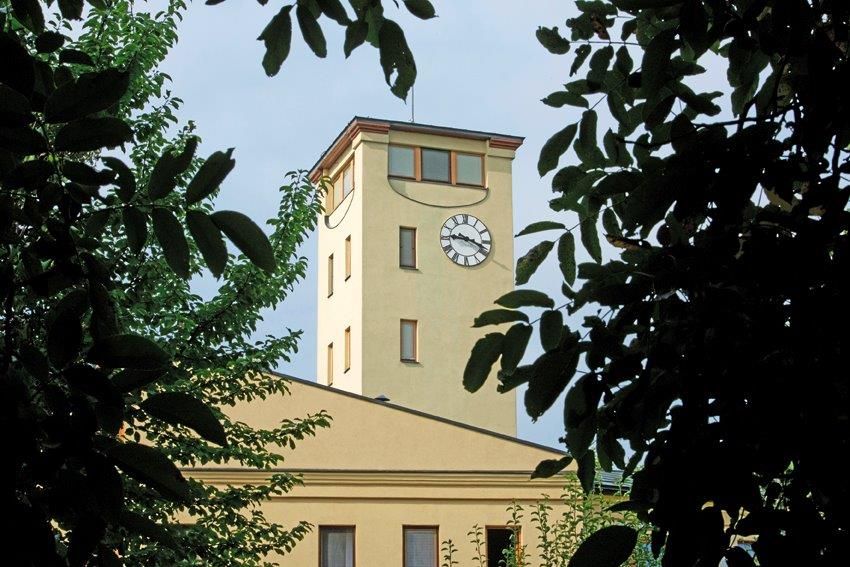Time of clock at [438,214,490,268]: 9:18
